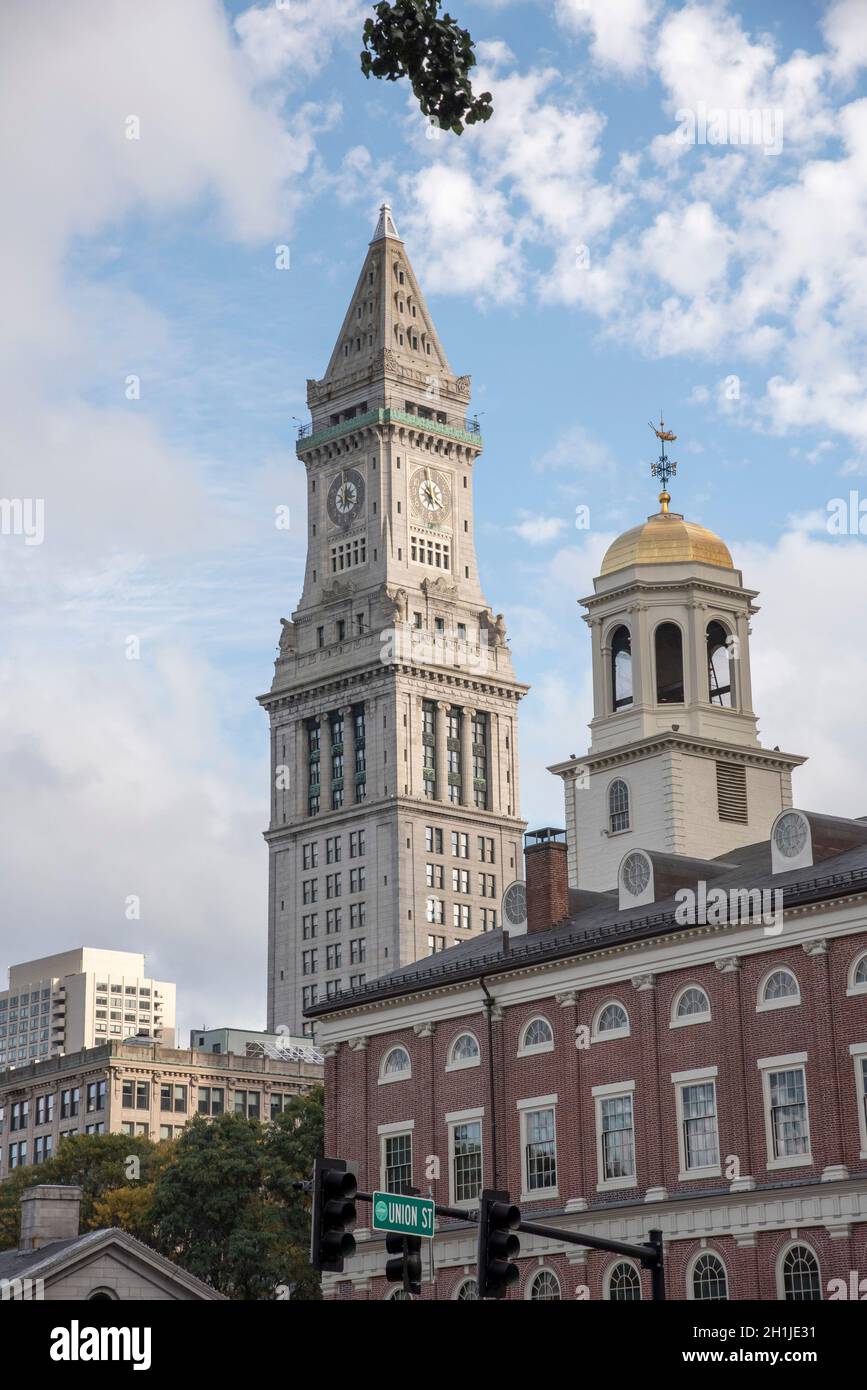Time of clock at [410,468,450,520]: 6:20
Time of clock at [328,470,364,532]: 12:19
